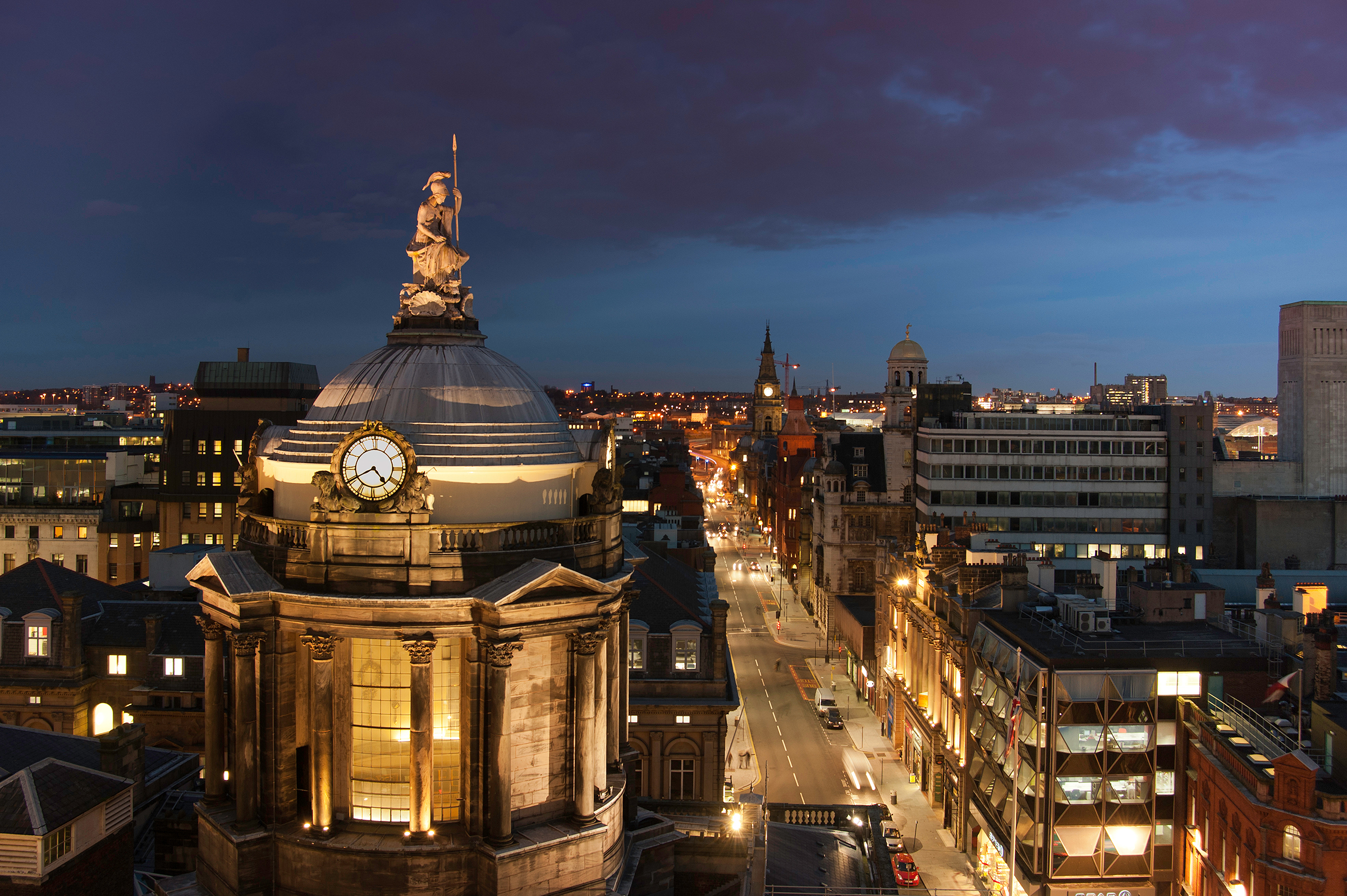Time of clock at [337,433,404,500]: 4:40
